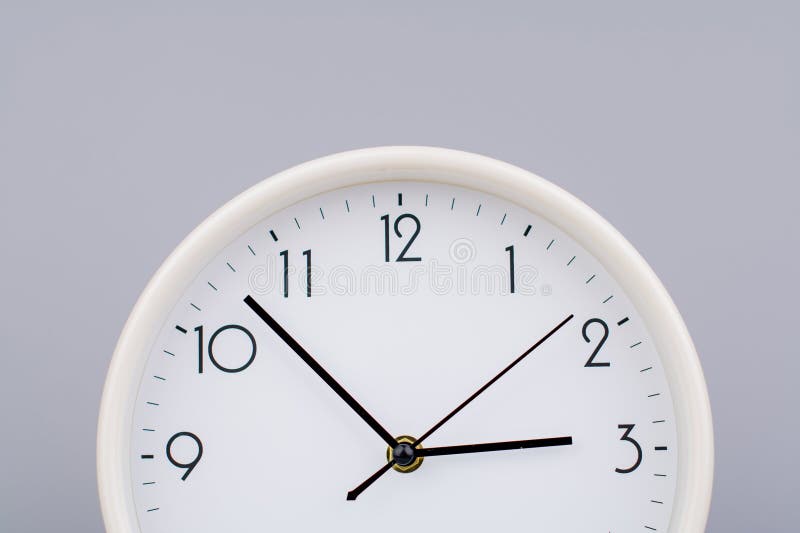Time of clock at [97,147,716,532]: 2:52
